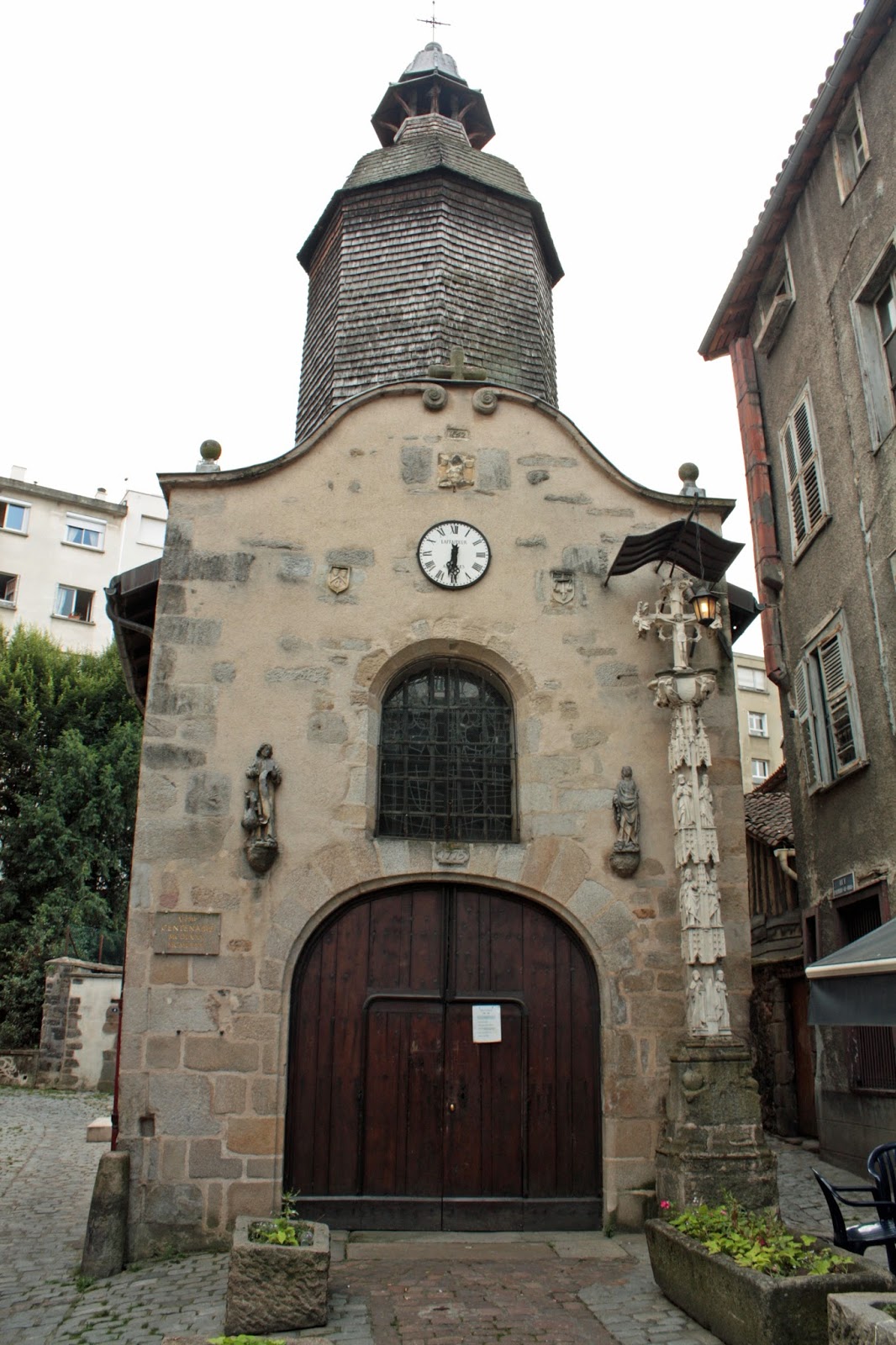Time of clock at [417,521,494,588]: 6:29
